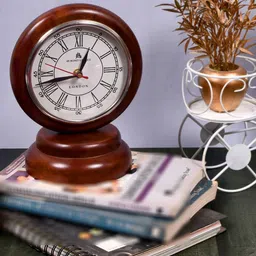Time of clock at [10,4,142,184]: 12:42
